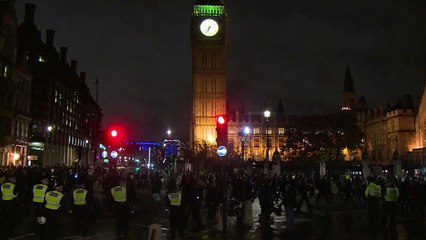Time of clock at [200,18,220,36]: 6:35
